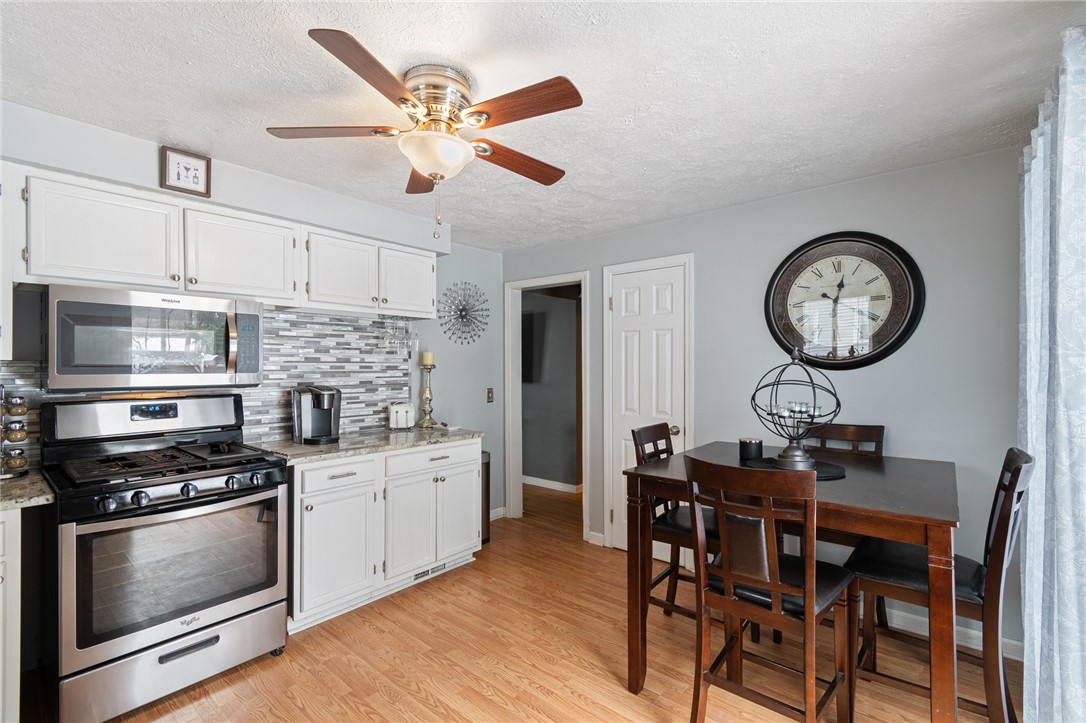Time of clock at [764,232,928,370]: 12:28
